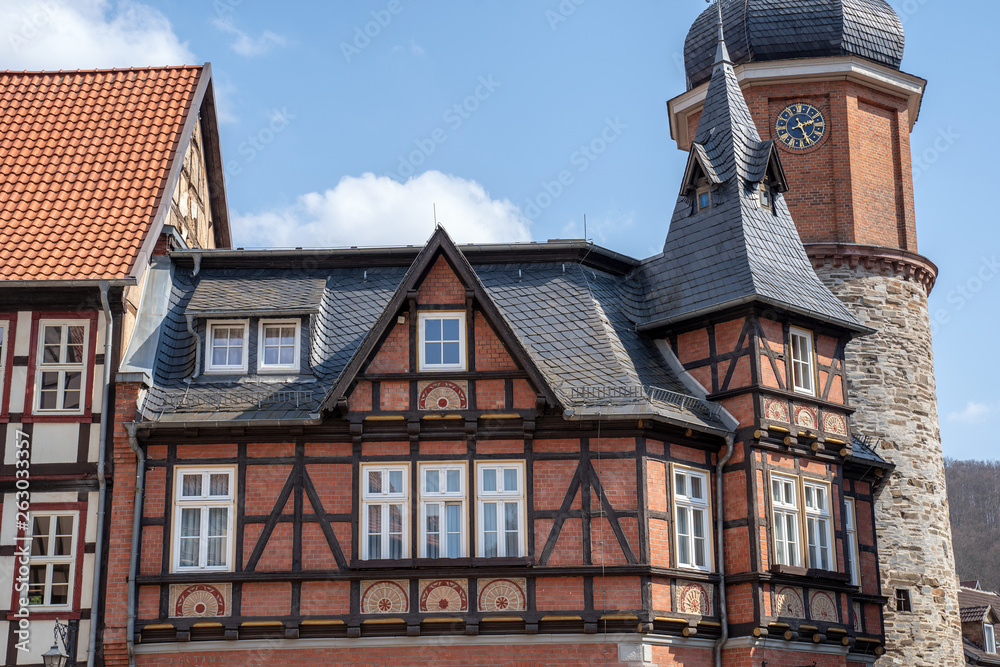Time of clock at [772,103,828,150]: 2:25
